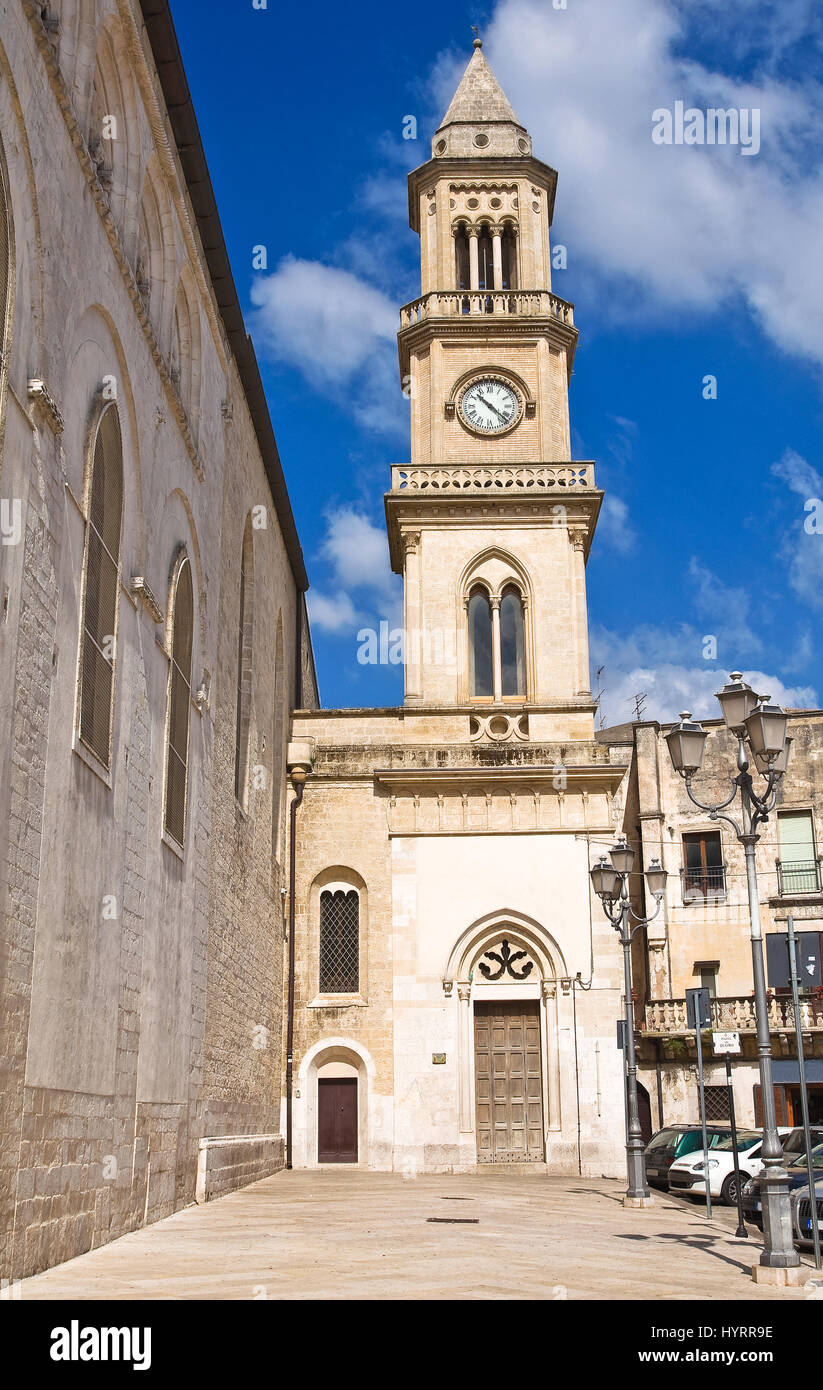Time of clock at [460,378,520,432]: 10:22
